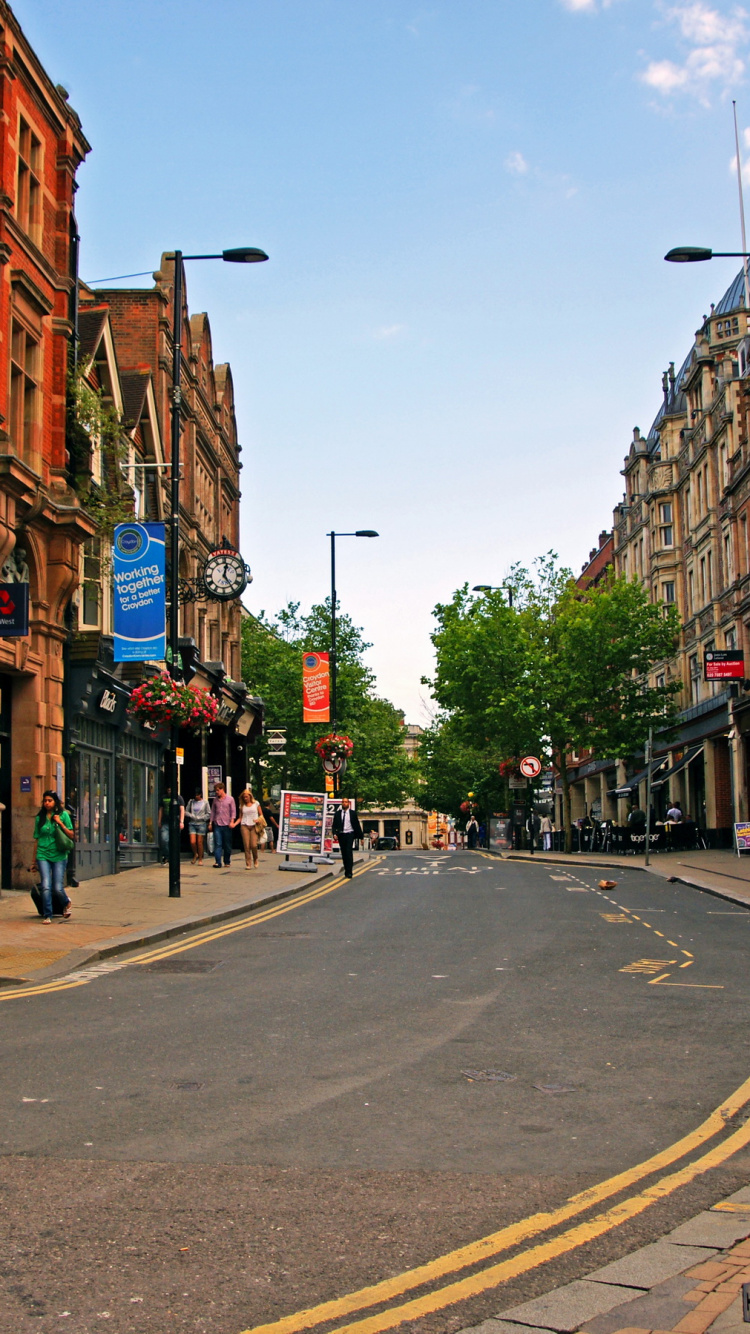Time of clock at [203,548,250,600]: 12:24
